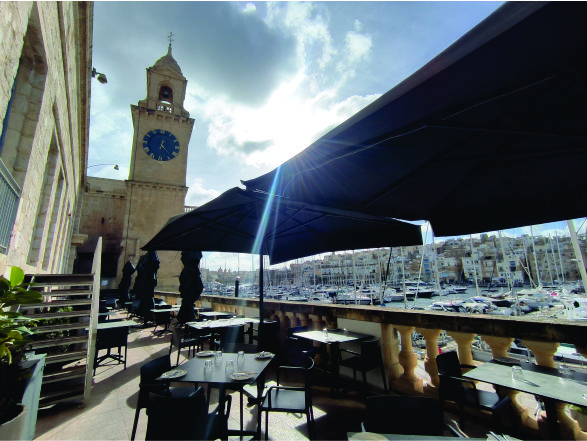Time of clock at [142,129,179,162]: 12:22
